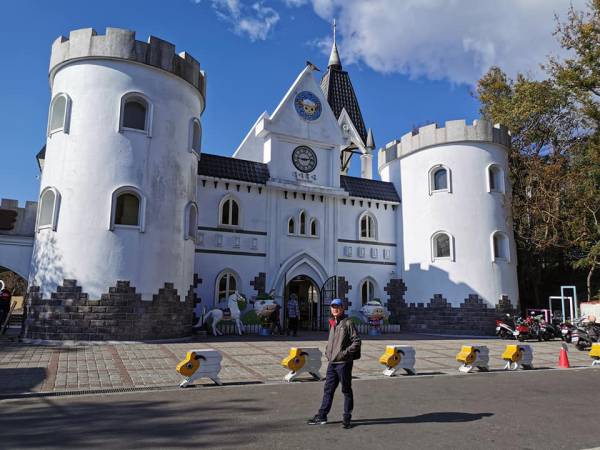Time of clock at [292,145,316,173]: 9:13
